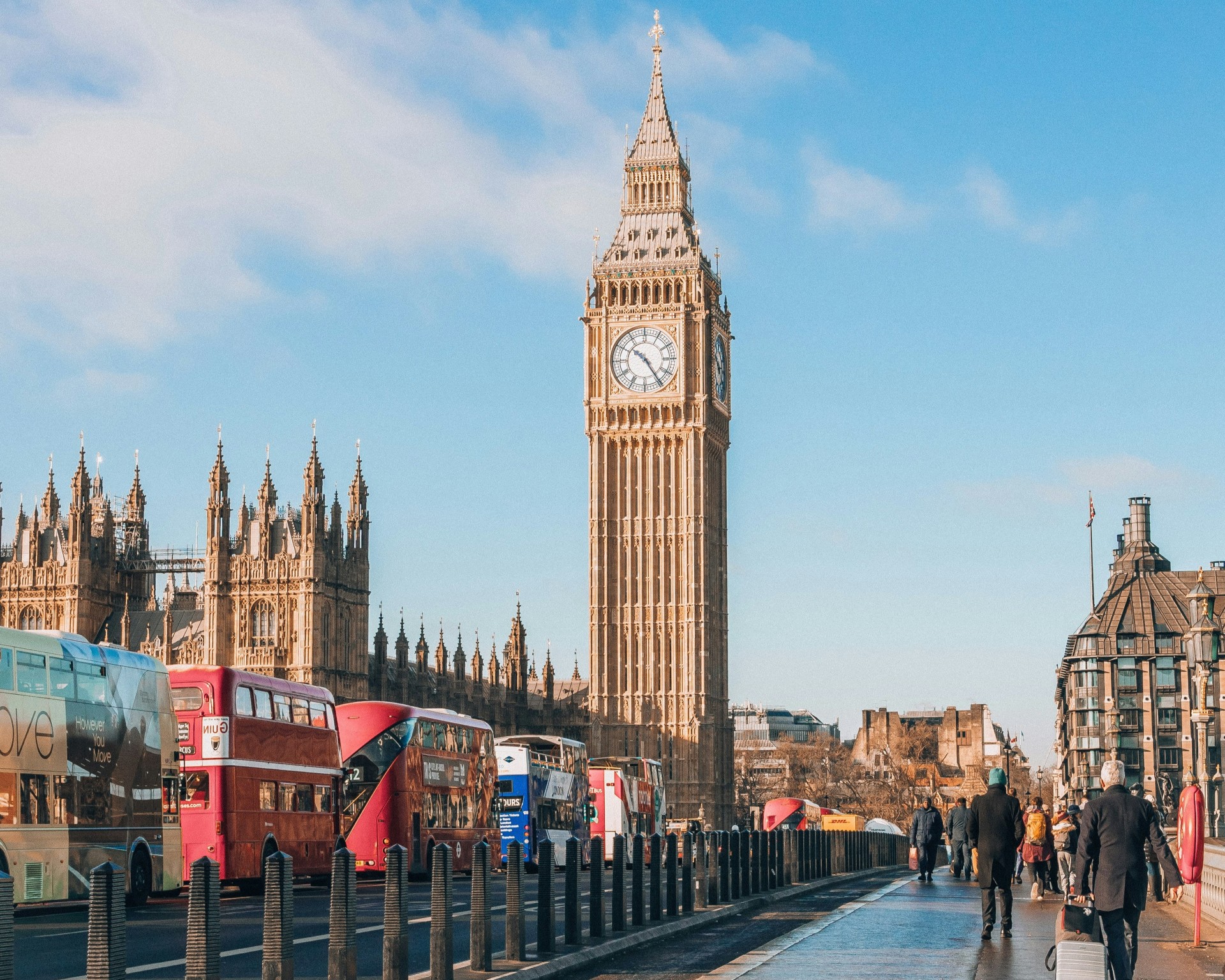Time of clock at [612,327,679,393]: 10:24
